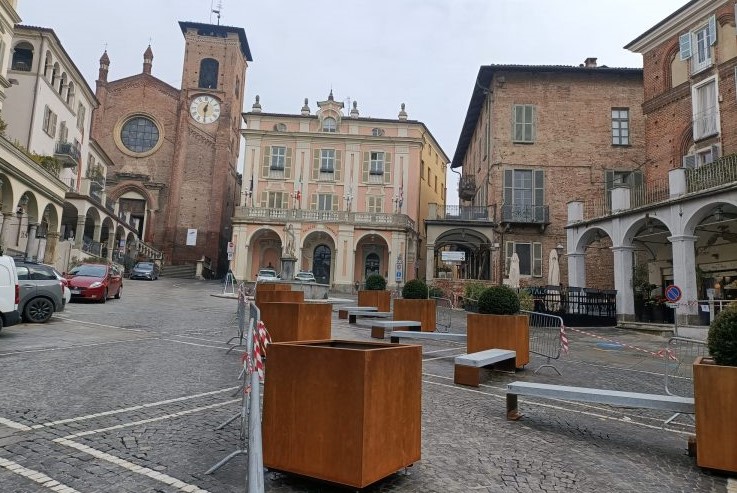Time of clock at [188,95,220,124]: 12:30
